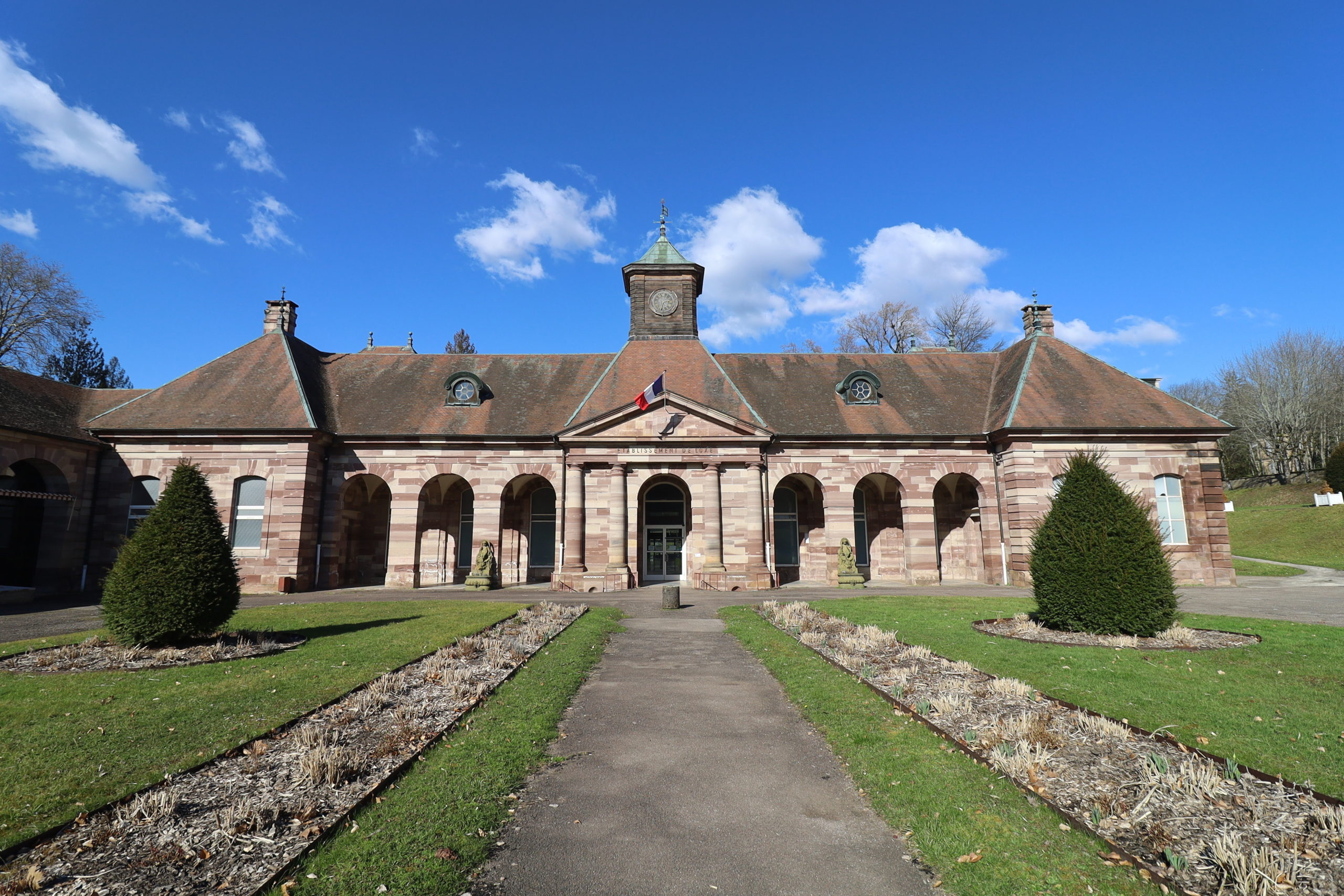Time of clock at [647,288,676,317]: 2:32
